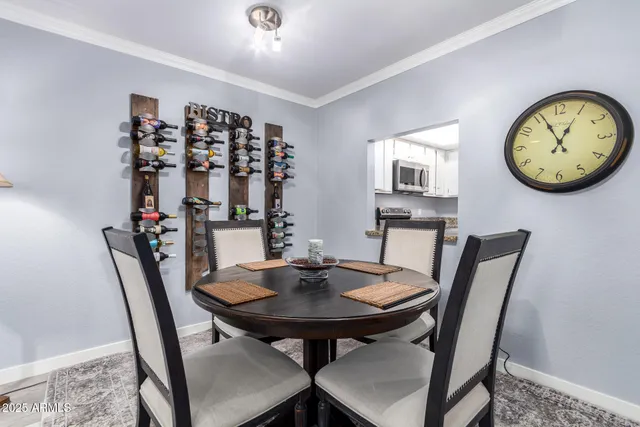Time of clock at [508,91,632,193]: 12:55
